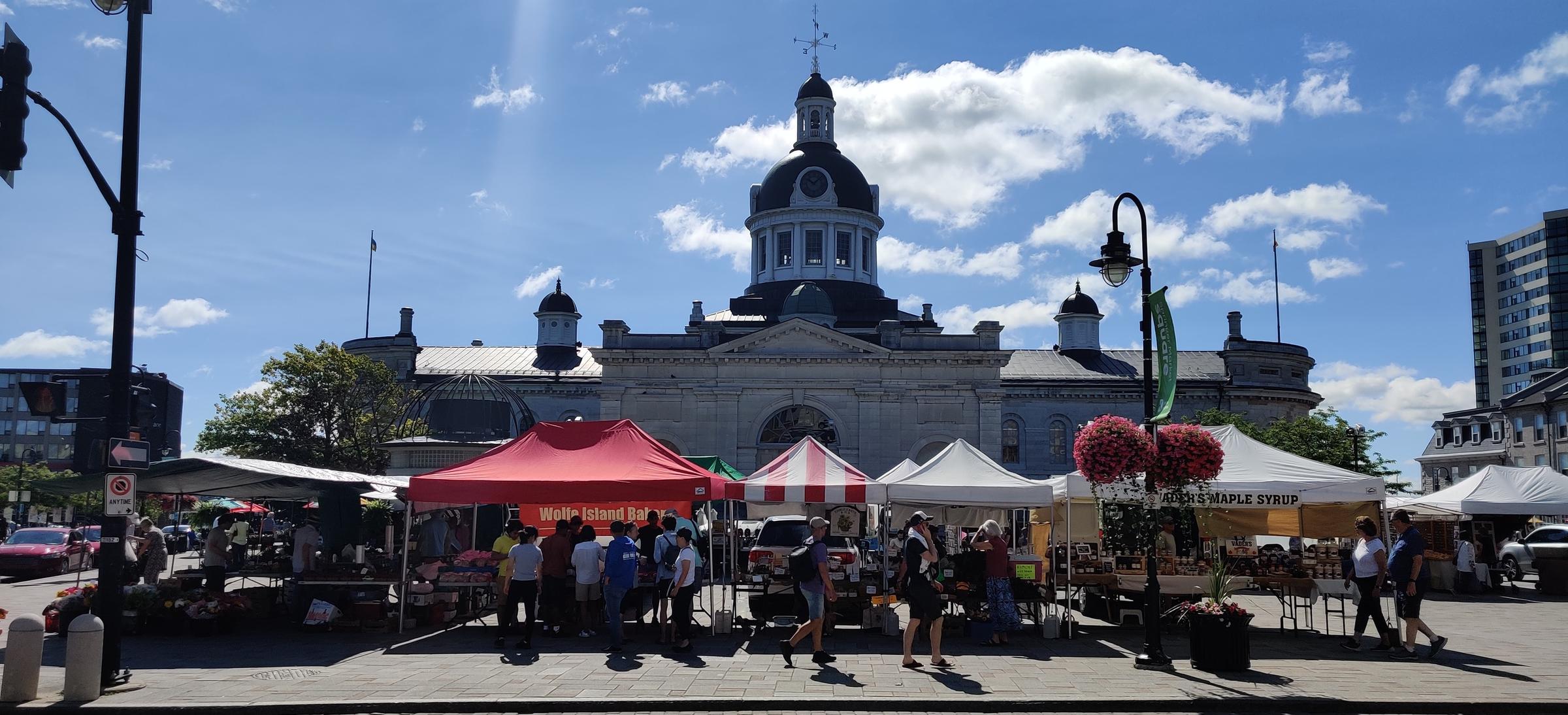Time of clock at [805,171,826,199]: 10:07
